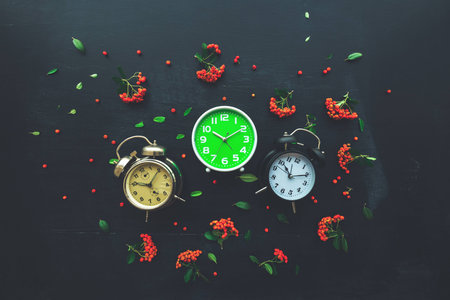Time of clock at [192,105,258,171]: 10:09
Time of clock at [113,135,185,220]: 9:05
